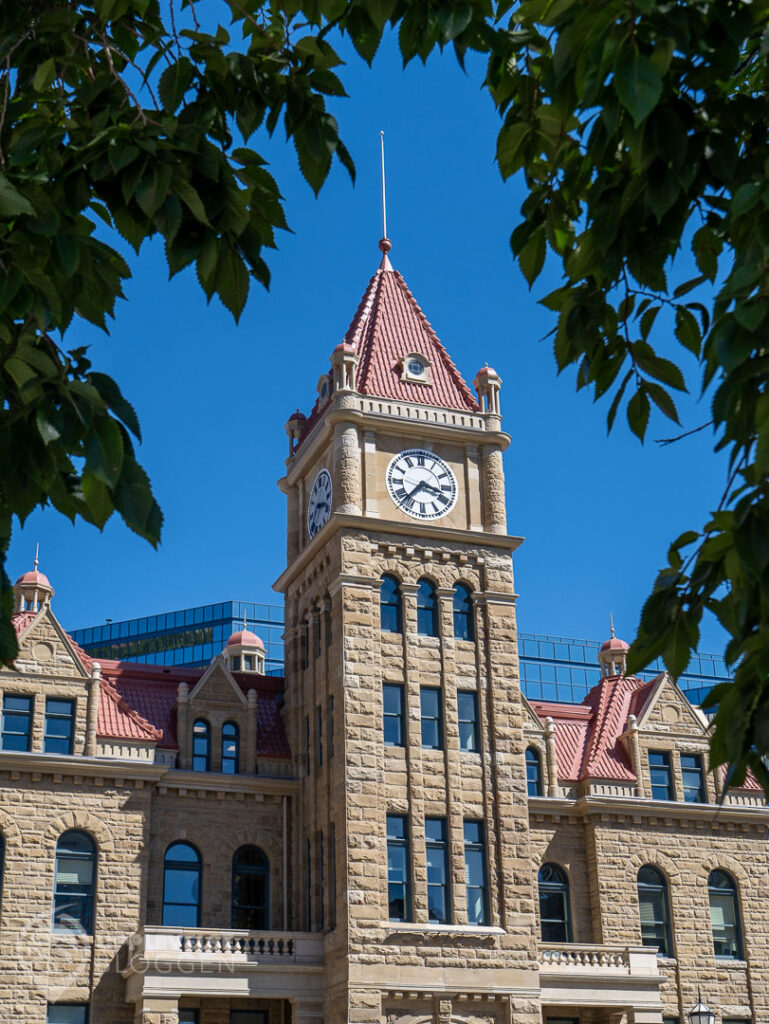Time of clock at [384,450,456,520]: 3:37
